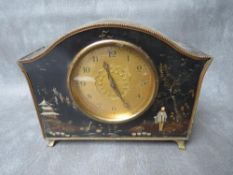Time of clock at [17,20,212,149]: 11:24
